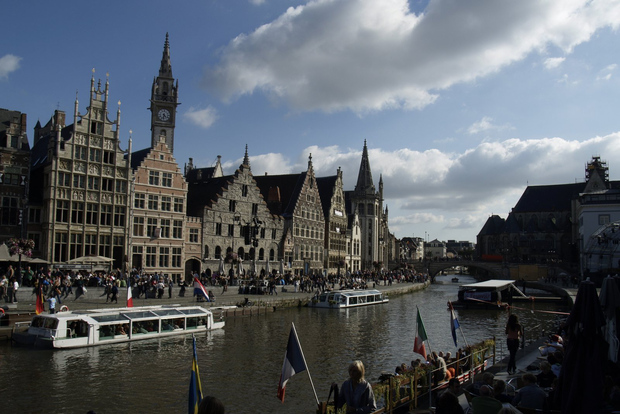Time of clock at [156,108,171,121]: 4:31
